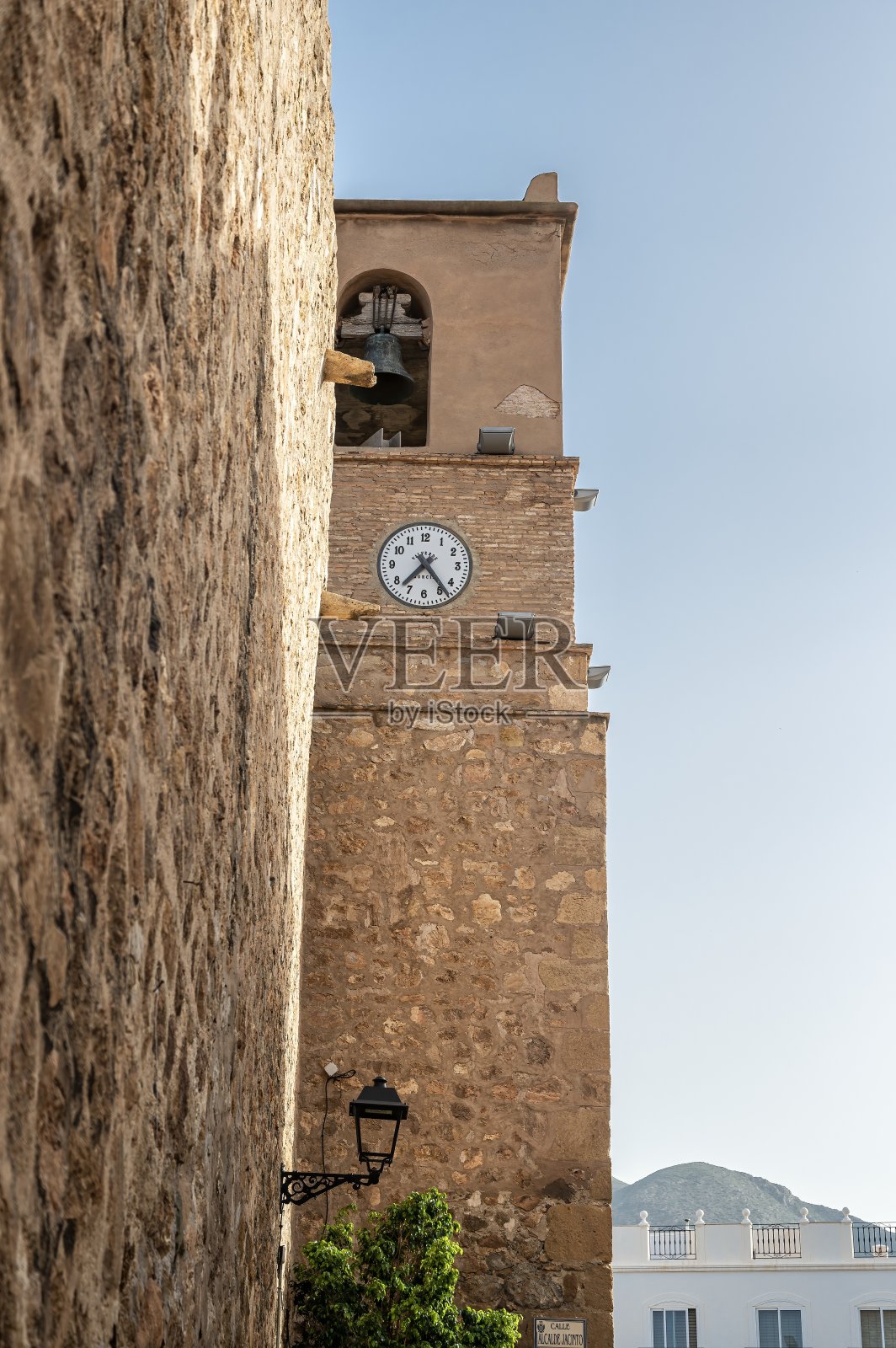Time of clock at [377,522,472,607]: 7:23
